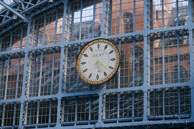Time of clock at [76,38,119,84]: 5:21
